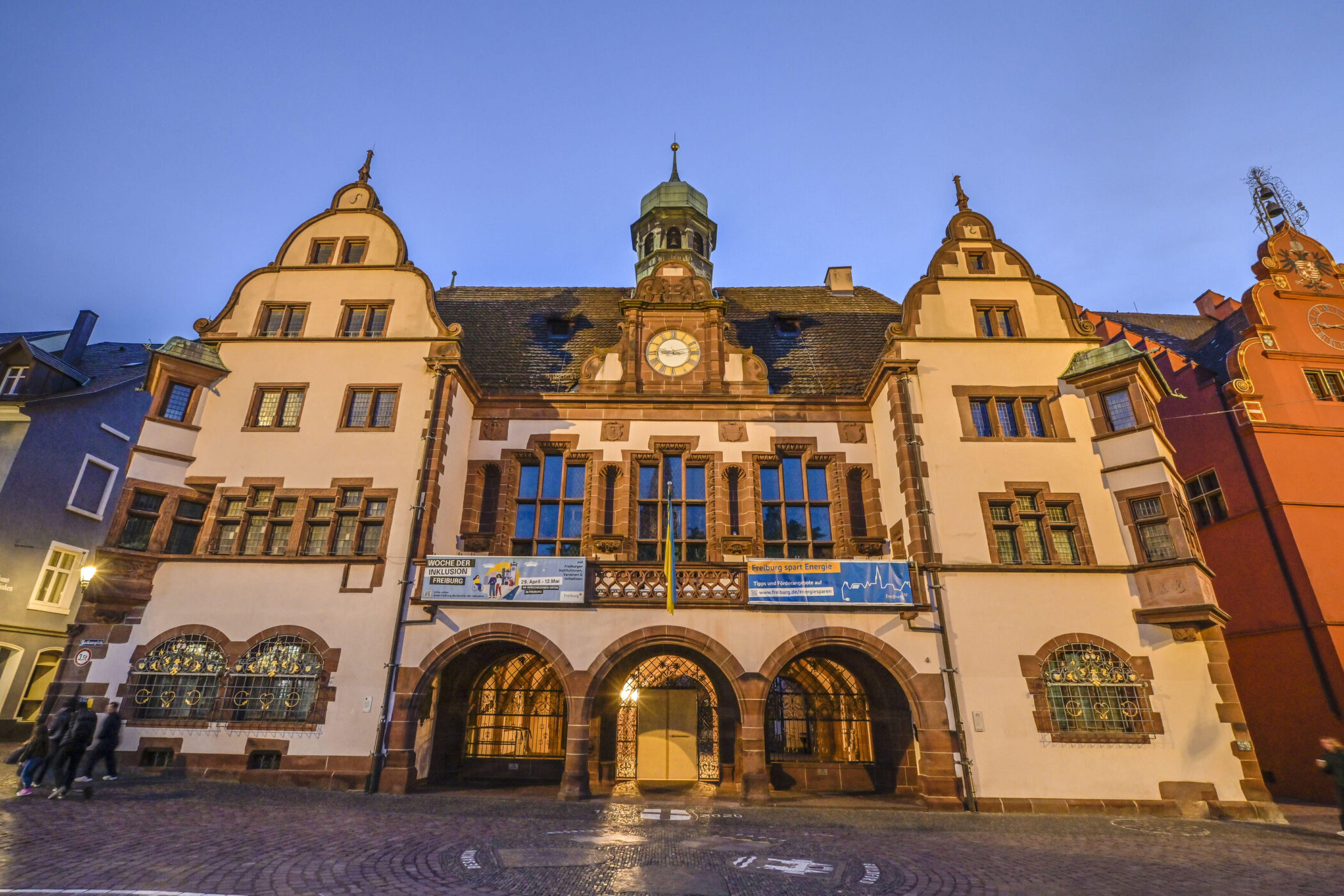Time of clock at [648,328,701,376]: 9:12
